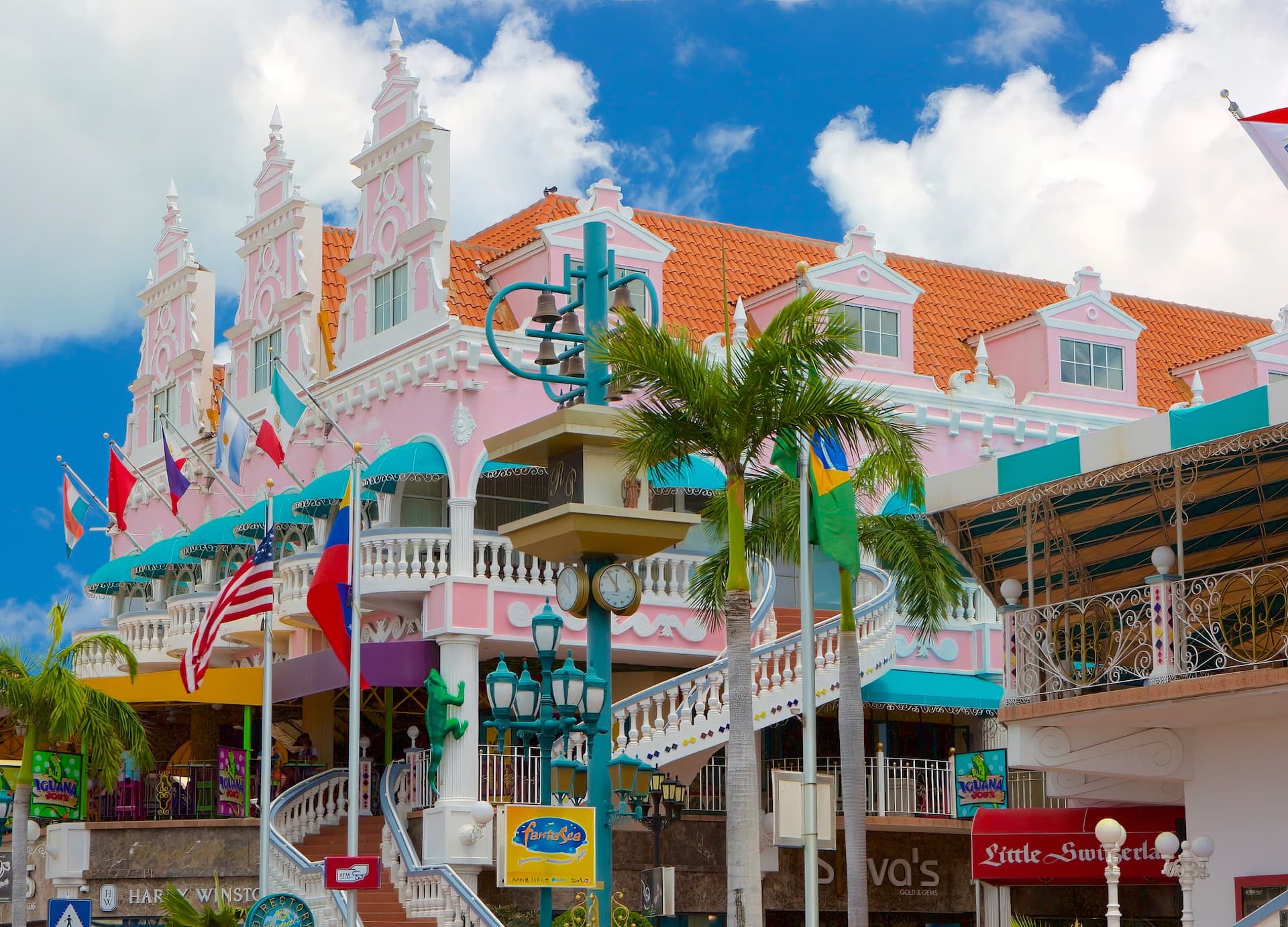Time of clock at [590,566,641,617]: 11:53
